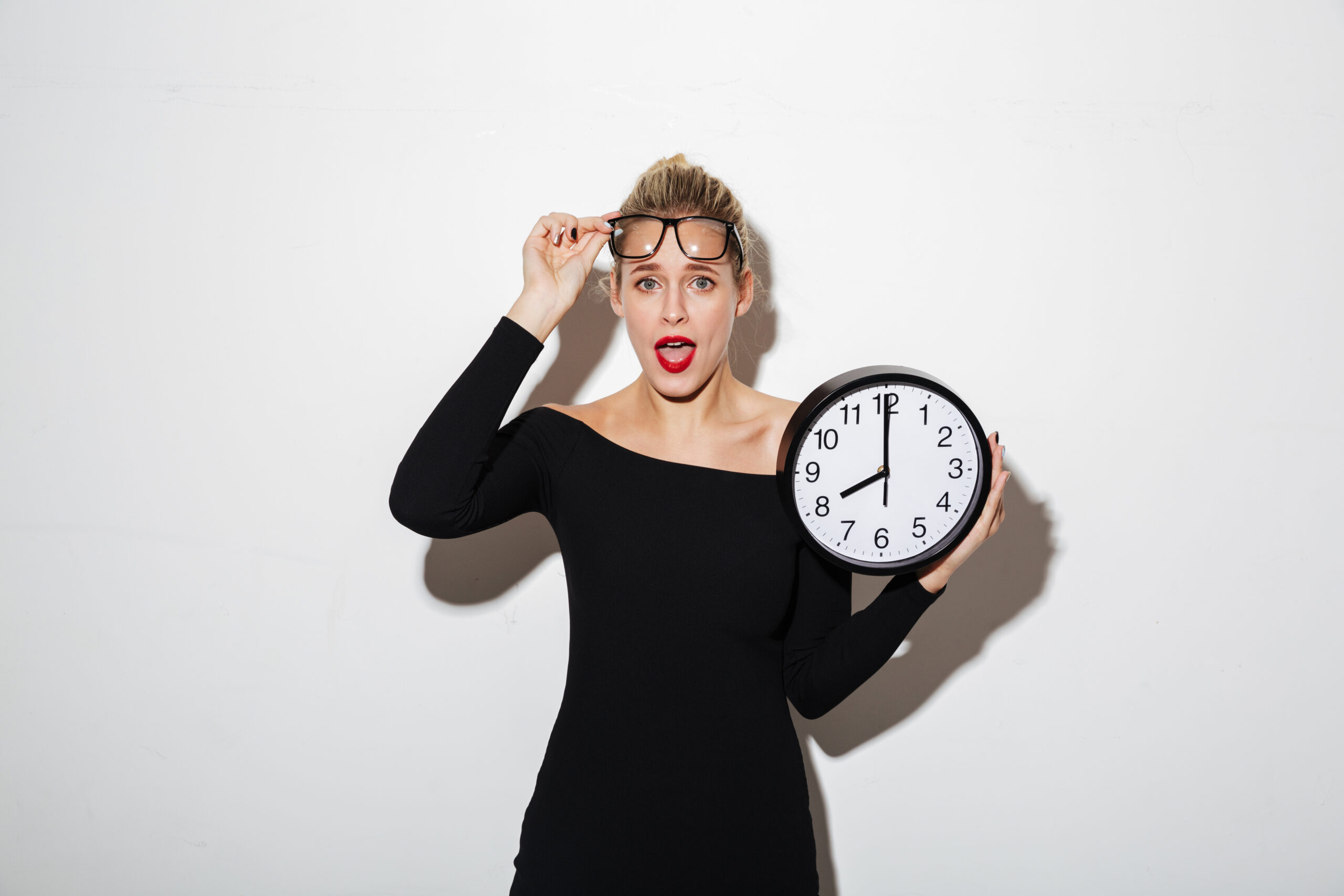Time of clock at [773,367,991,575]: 7:59
